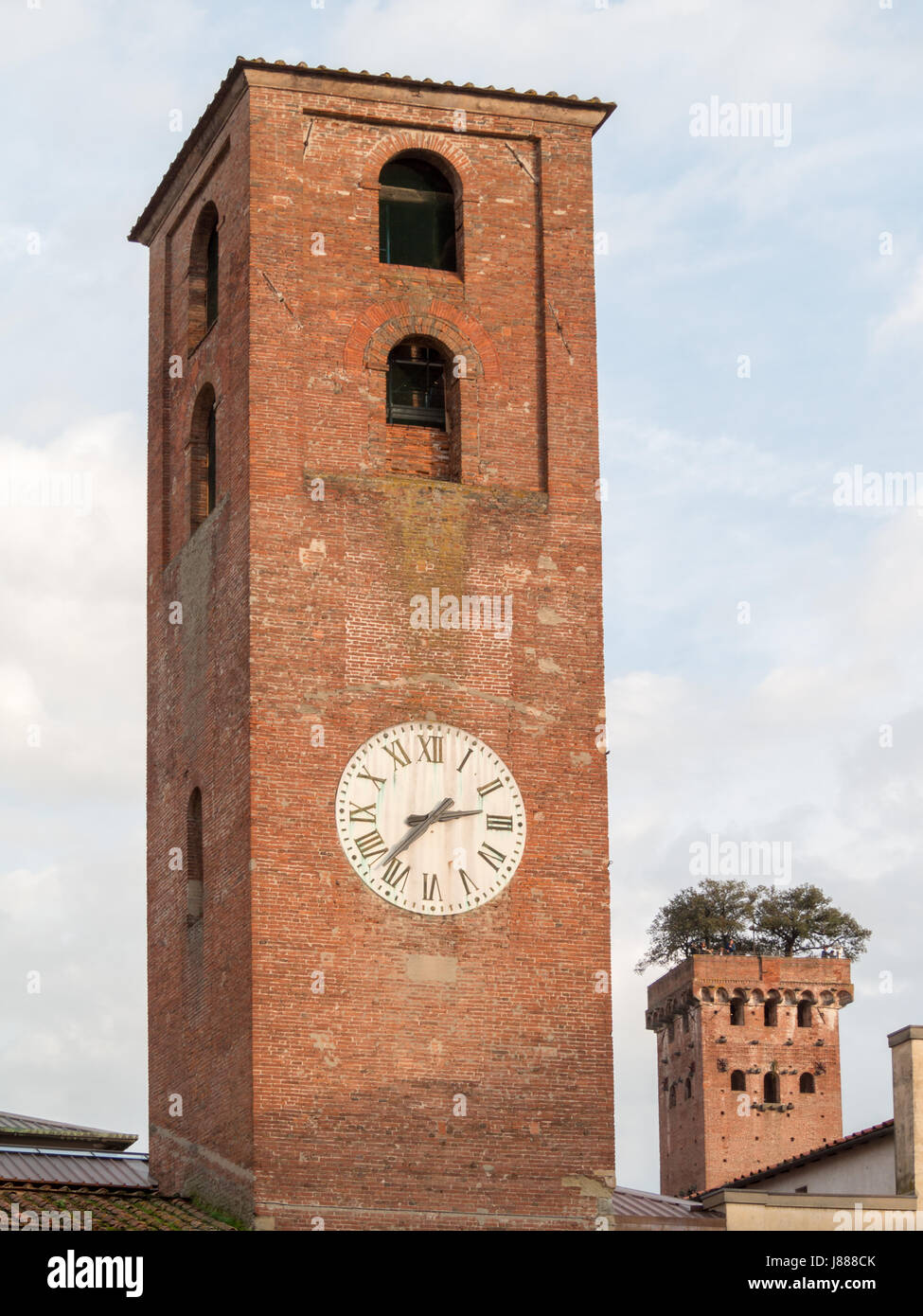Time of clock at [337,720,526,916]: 2:37
